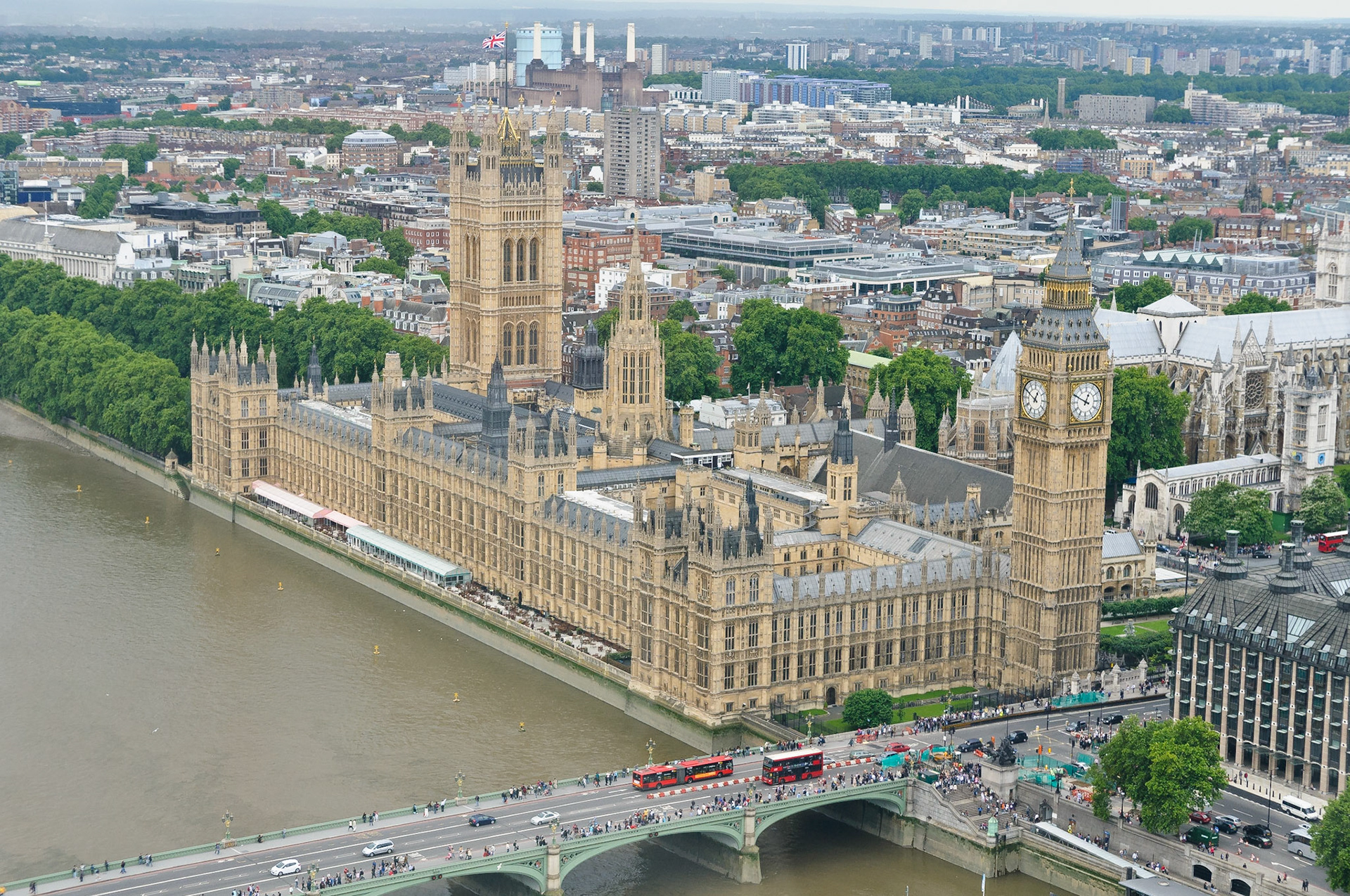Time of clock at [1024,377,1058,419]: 12:49
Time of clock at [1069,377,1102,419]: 12:49
